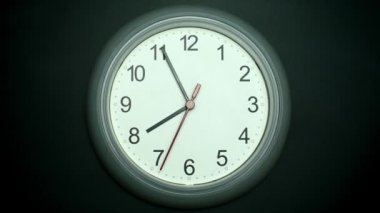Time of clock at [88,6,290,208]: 7:55
